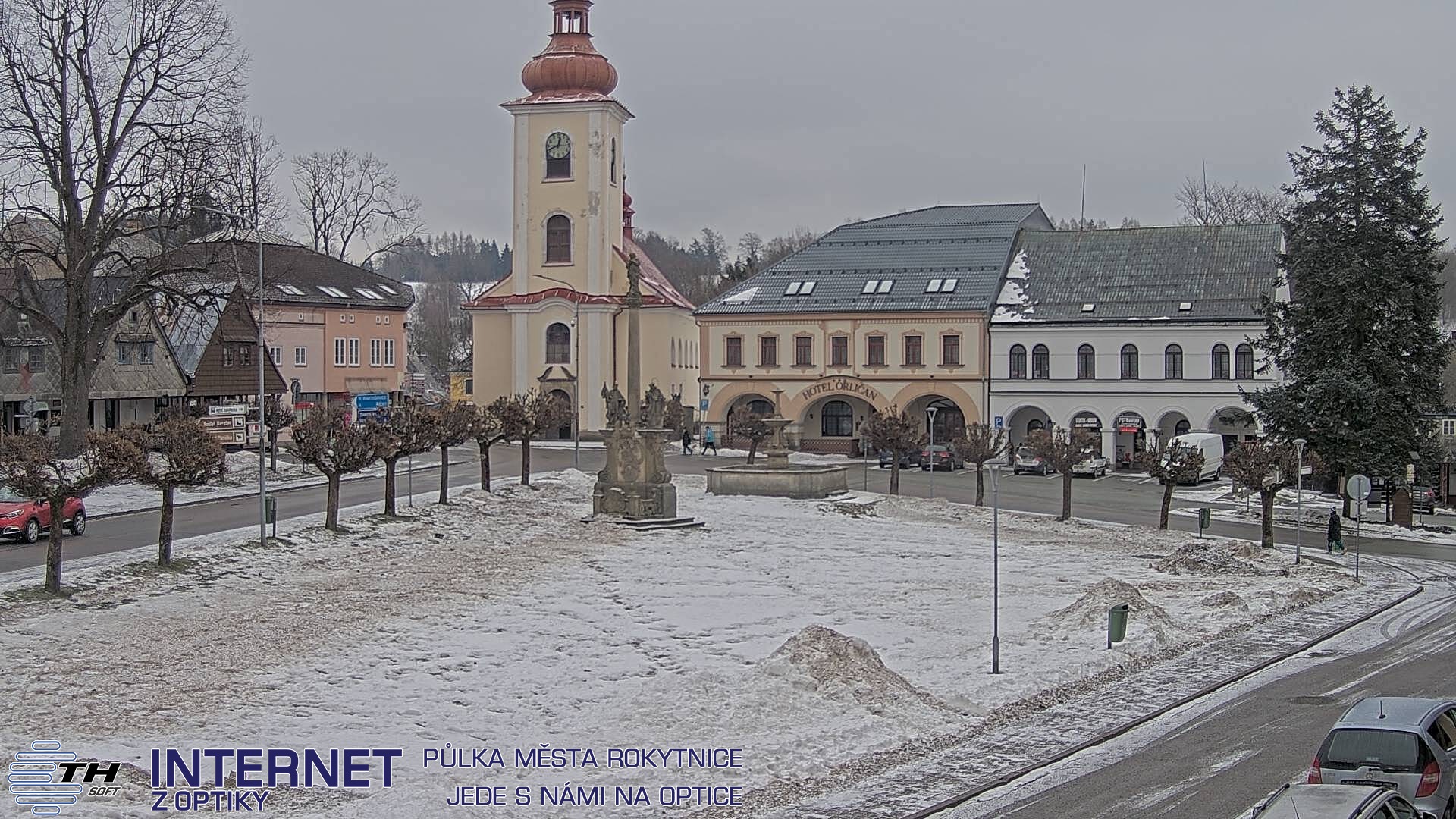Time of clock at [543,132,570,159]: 12:41
